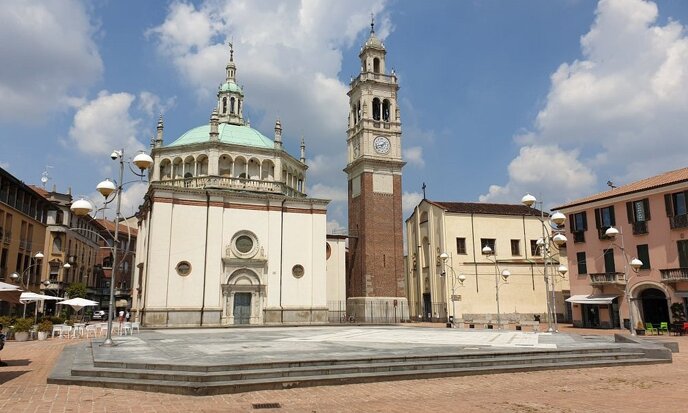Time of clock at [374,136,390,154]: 1:42
